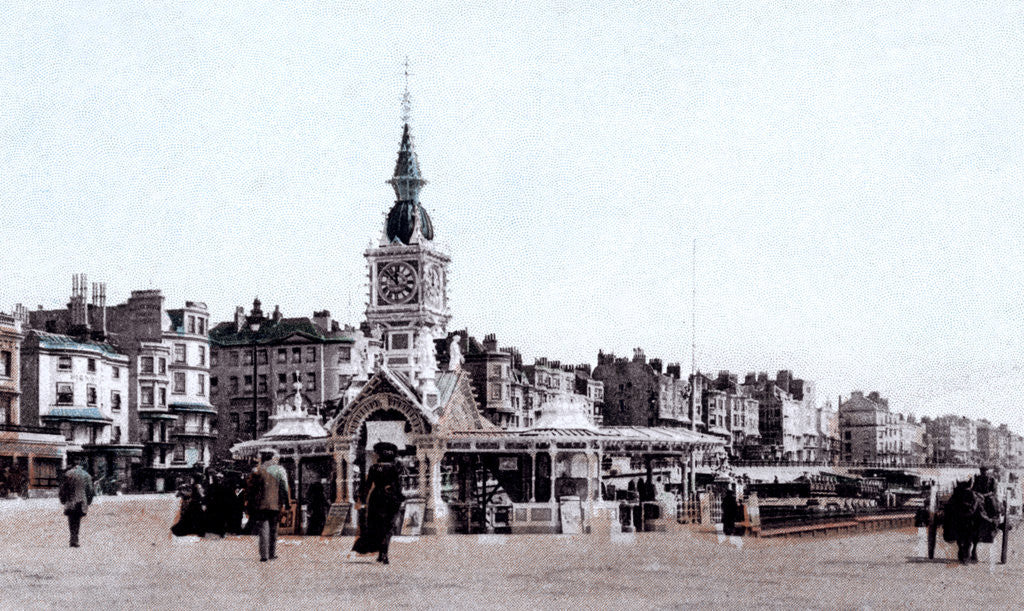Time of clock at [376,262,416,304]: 11:52
